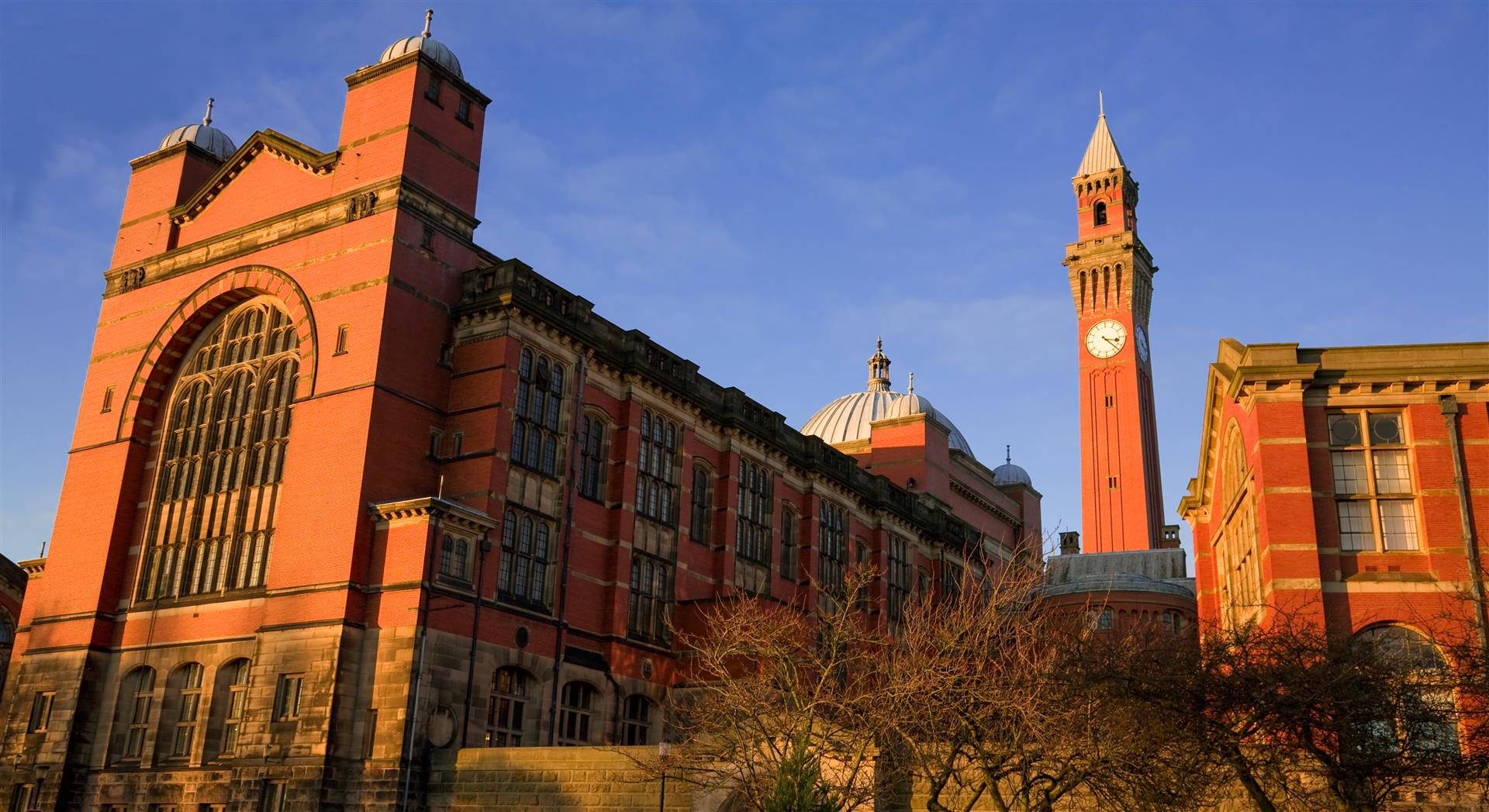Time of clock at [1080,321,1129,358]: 3:22
